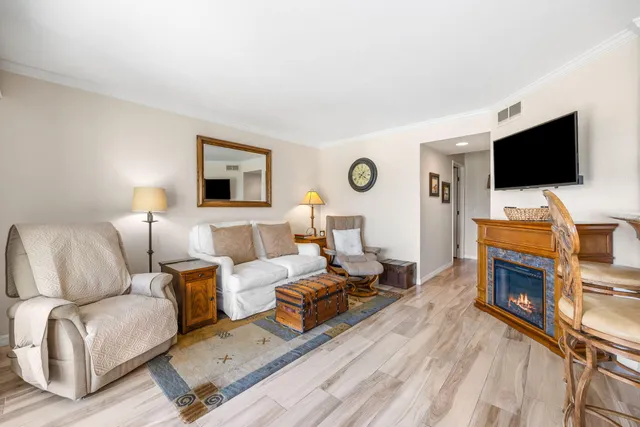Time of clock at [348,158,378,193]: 7:20
